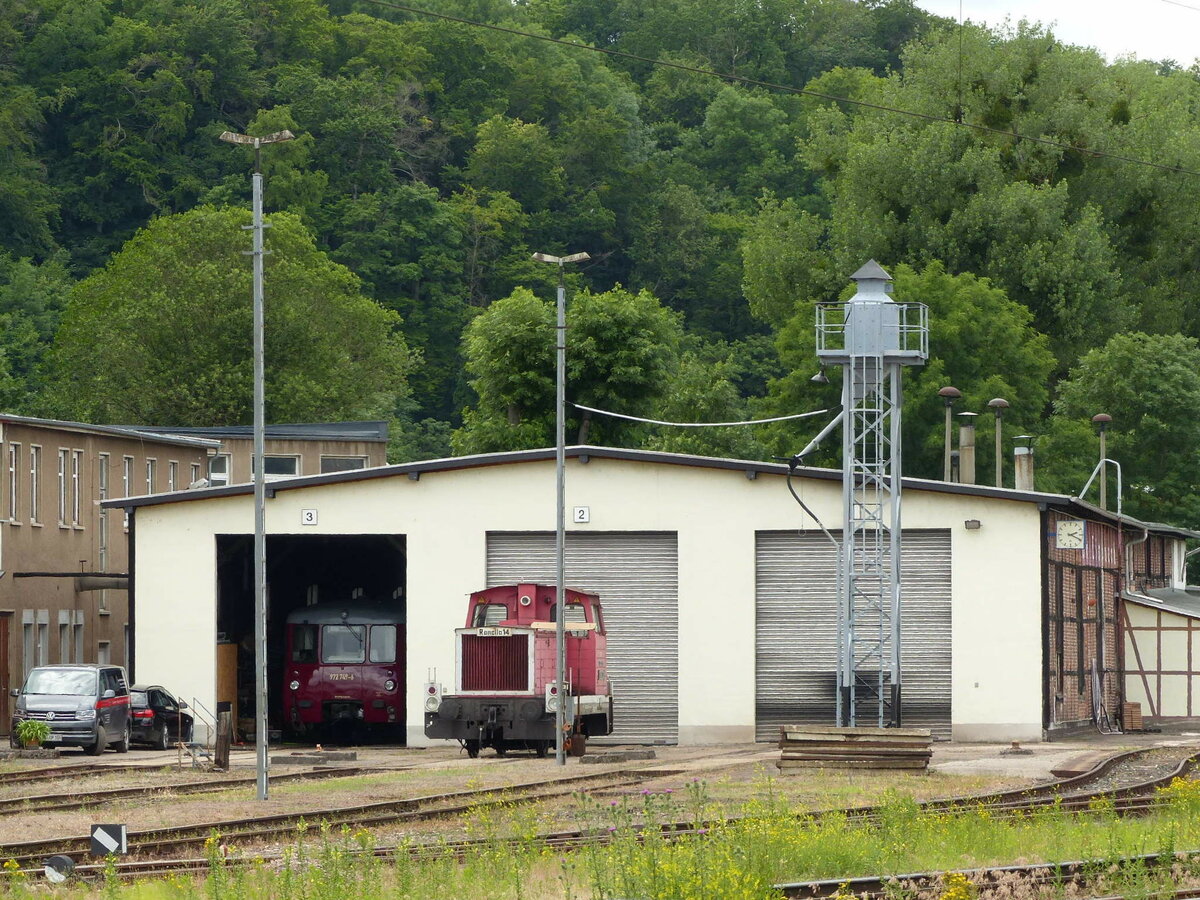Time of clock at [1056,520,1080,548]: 2:18
